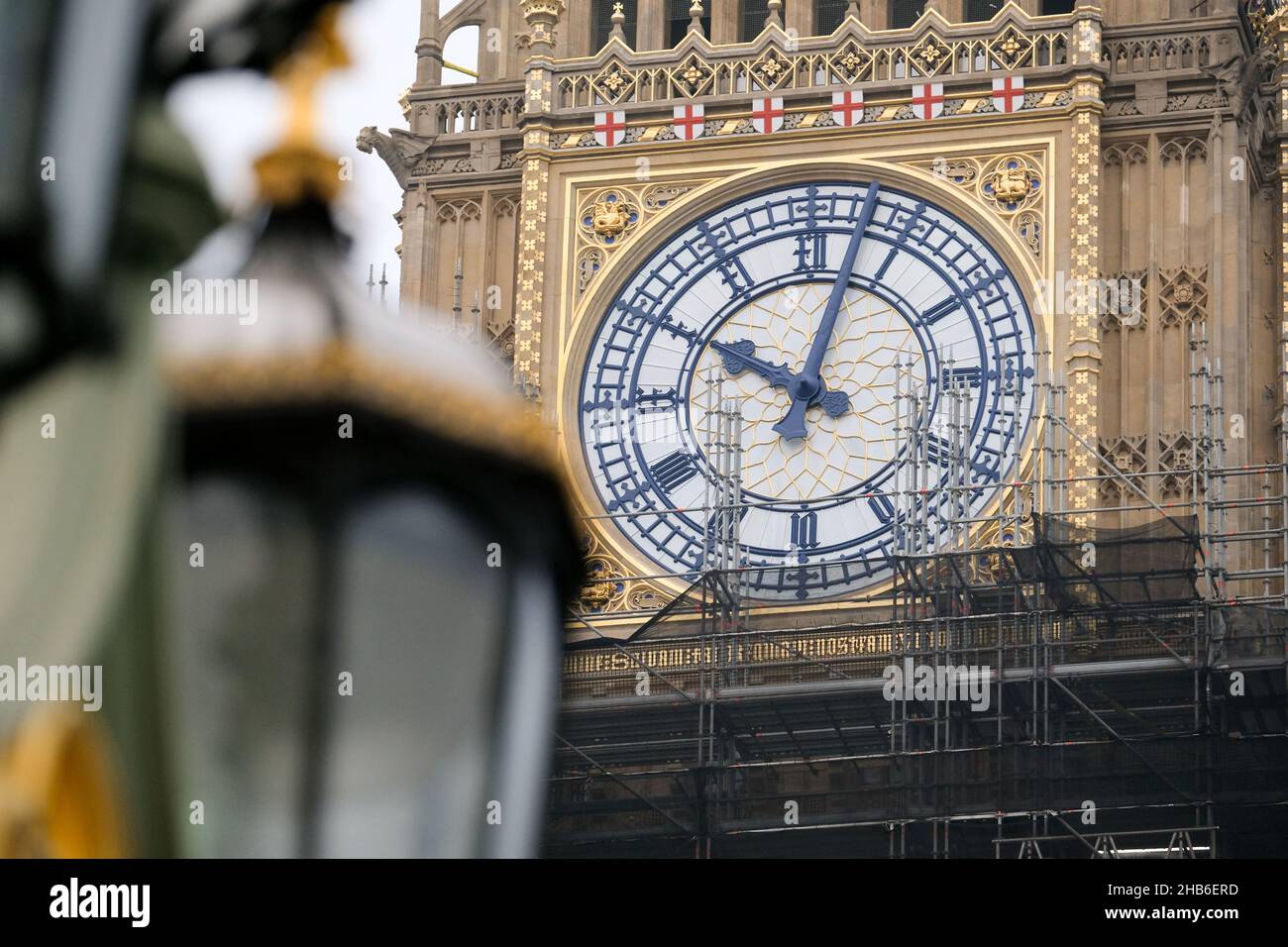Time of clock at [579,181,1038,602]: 10:02
